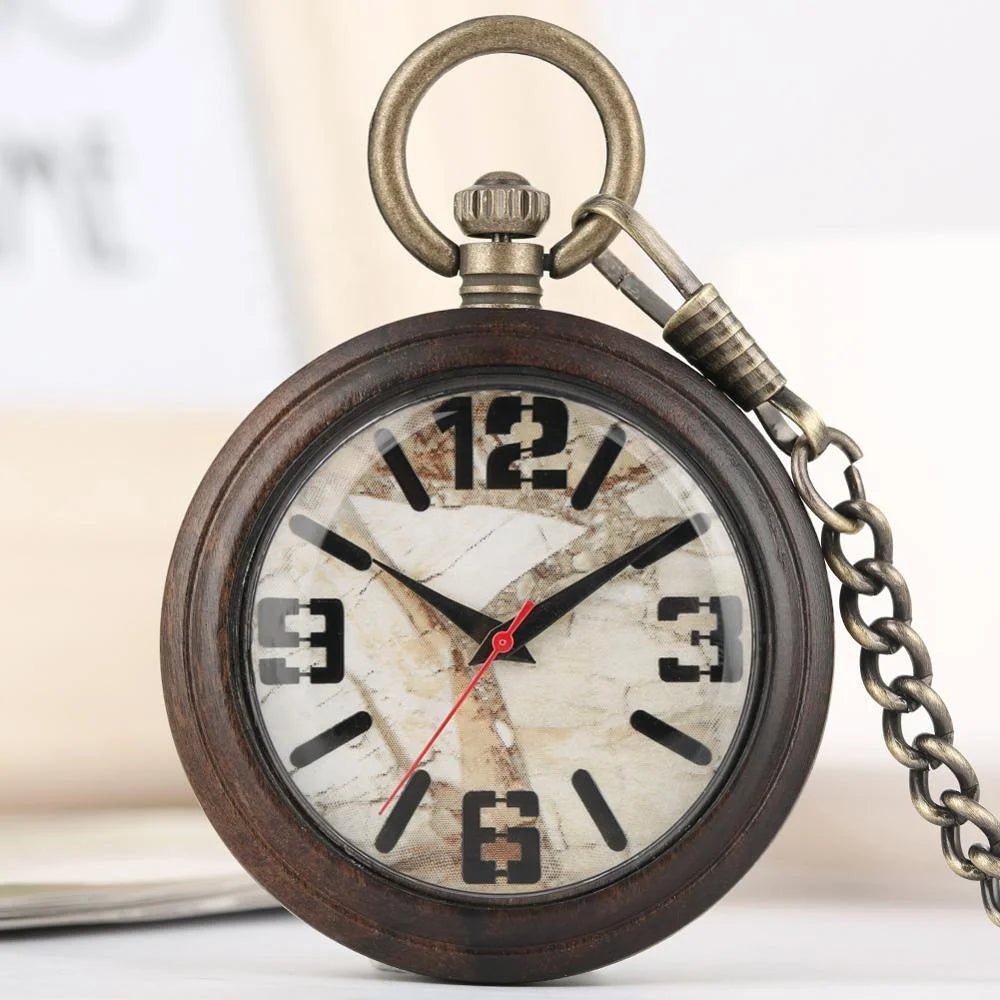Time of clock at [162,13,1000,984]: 1:50
